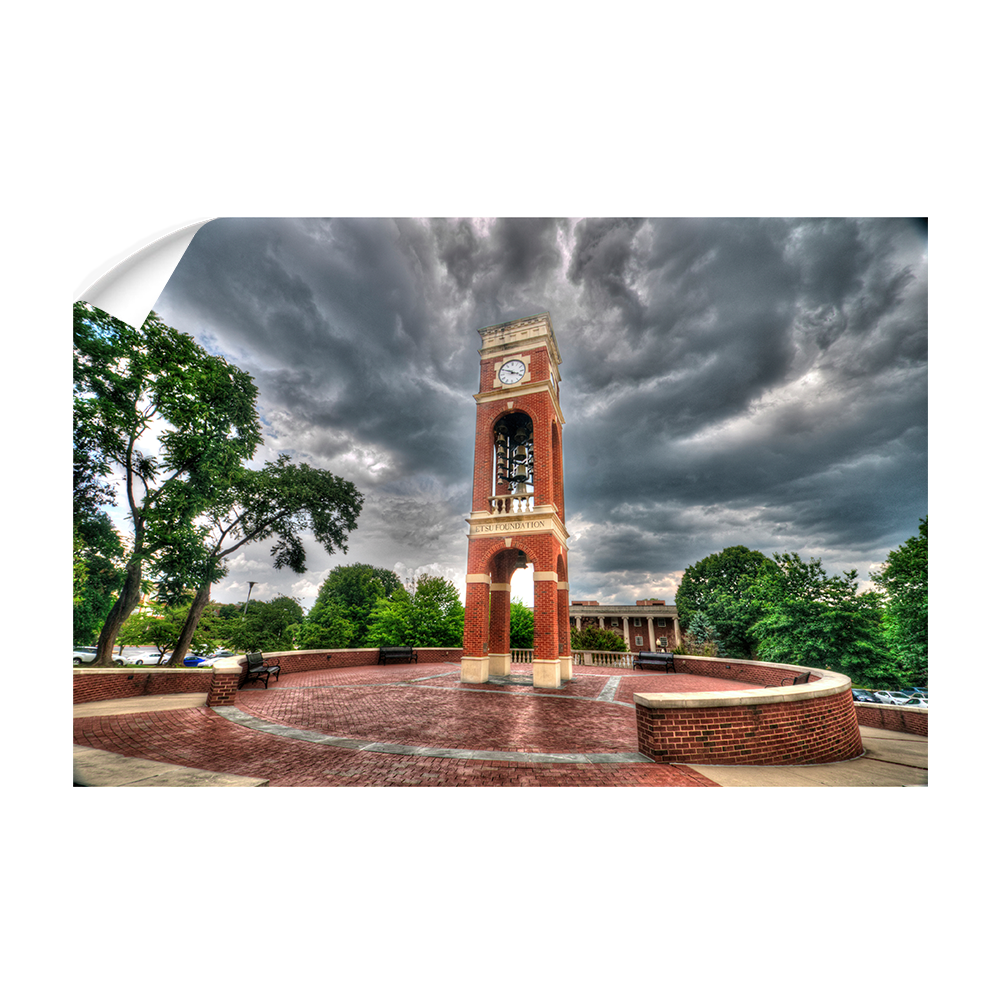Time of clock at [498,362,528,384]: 3:49
